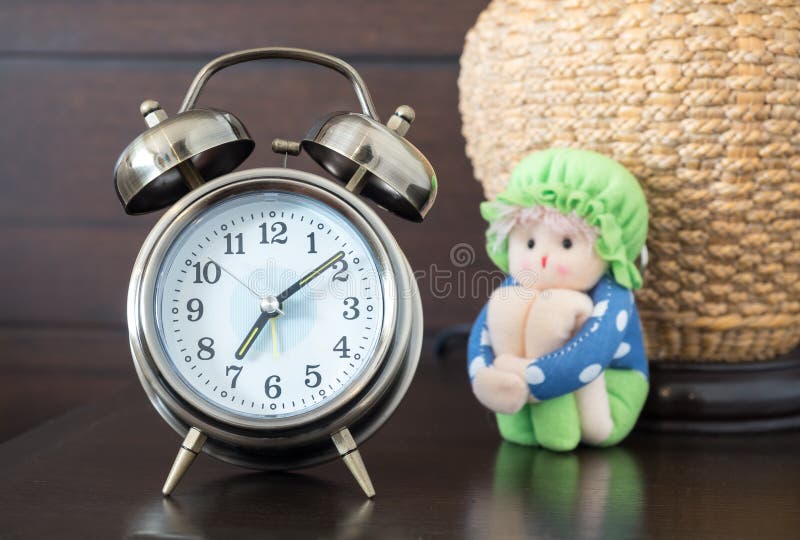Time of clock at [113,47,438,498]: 7:09
